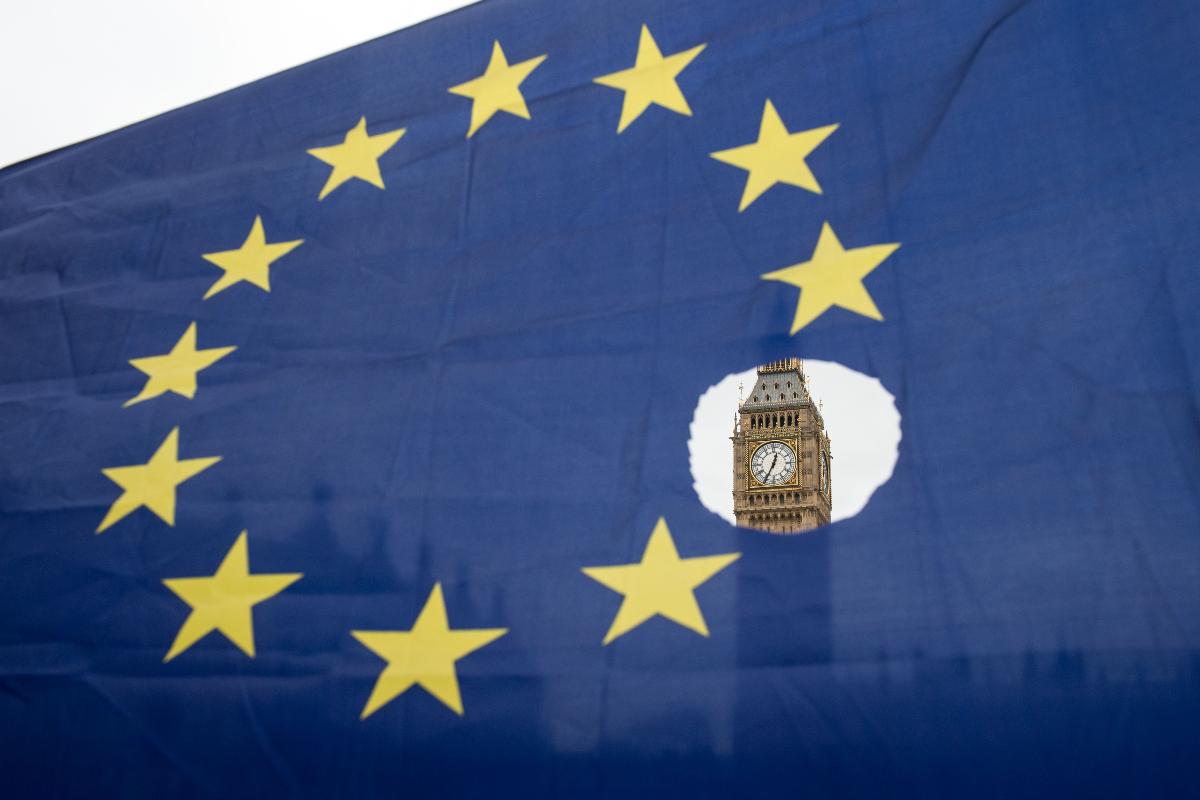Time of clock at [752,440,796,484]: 12:34
